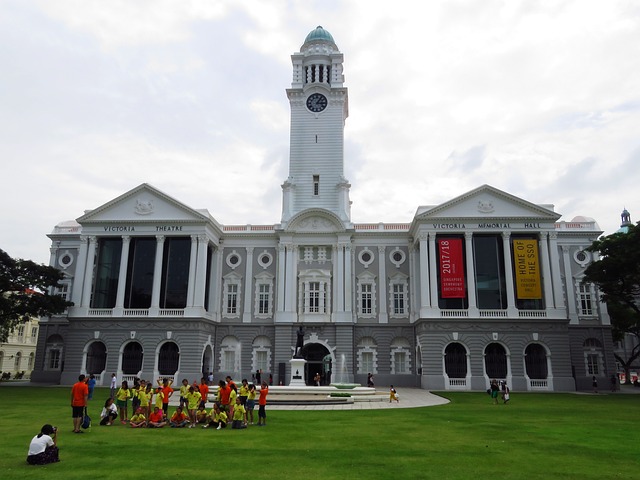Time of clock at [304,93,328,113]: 3:05
